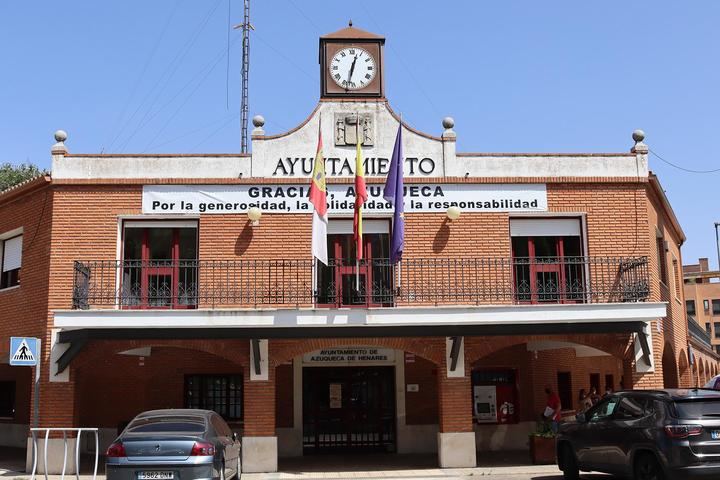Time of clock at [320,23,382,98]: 12:32
